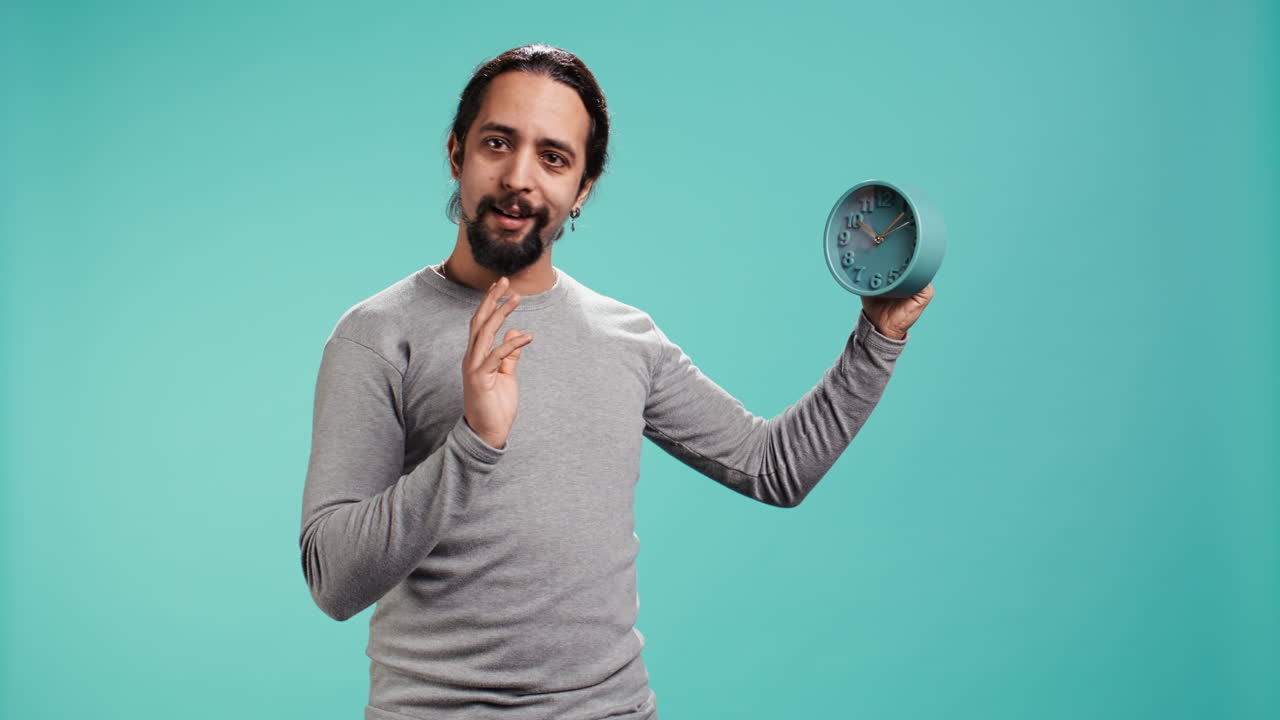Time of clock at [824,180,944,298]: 10:07
